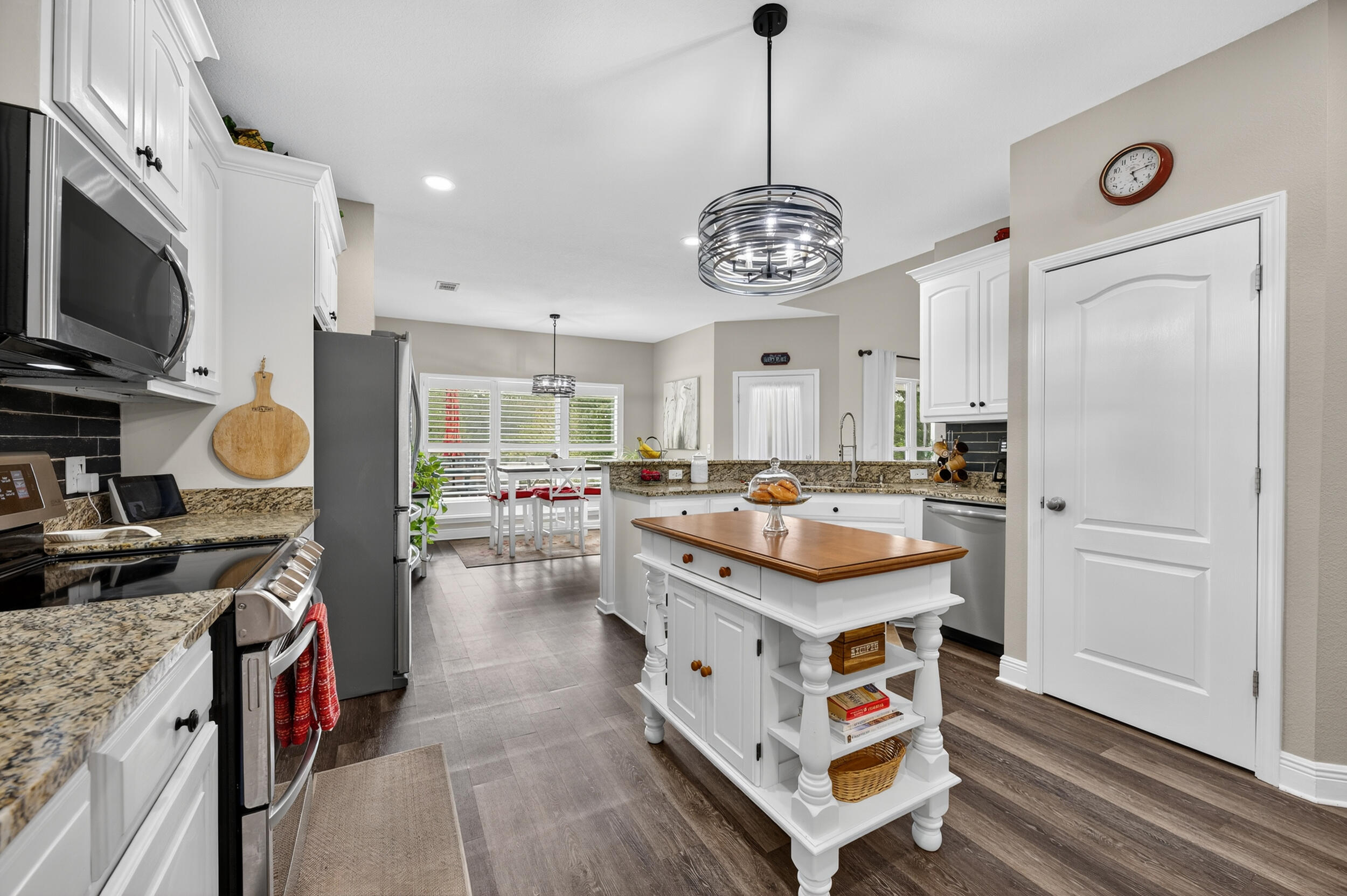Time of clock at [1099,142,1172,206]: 5:12
